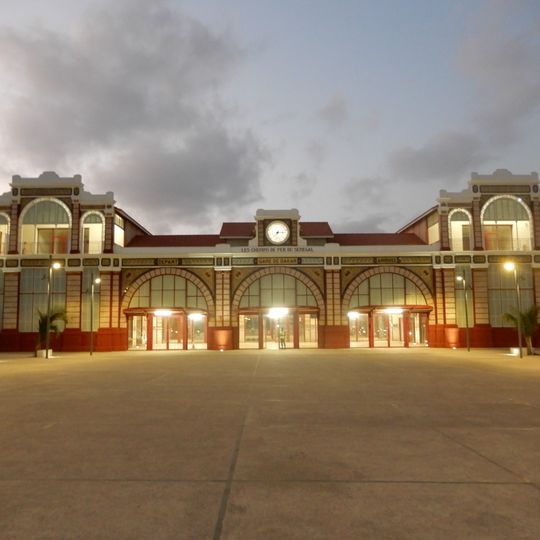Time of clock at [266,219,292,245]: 7:15
